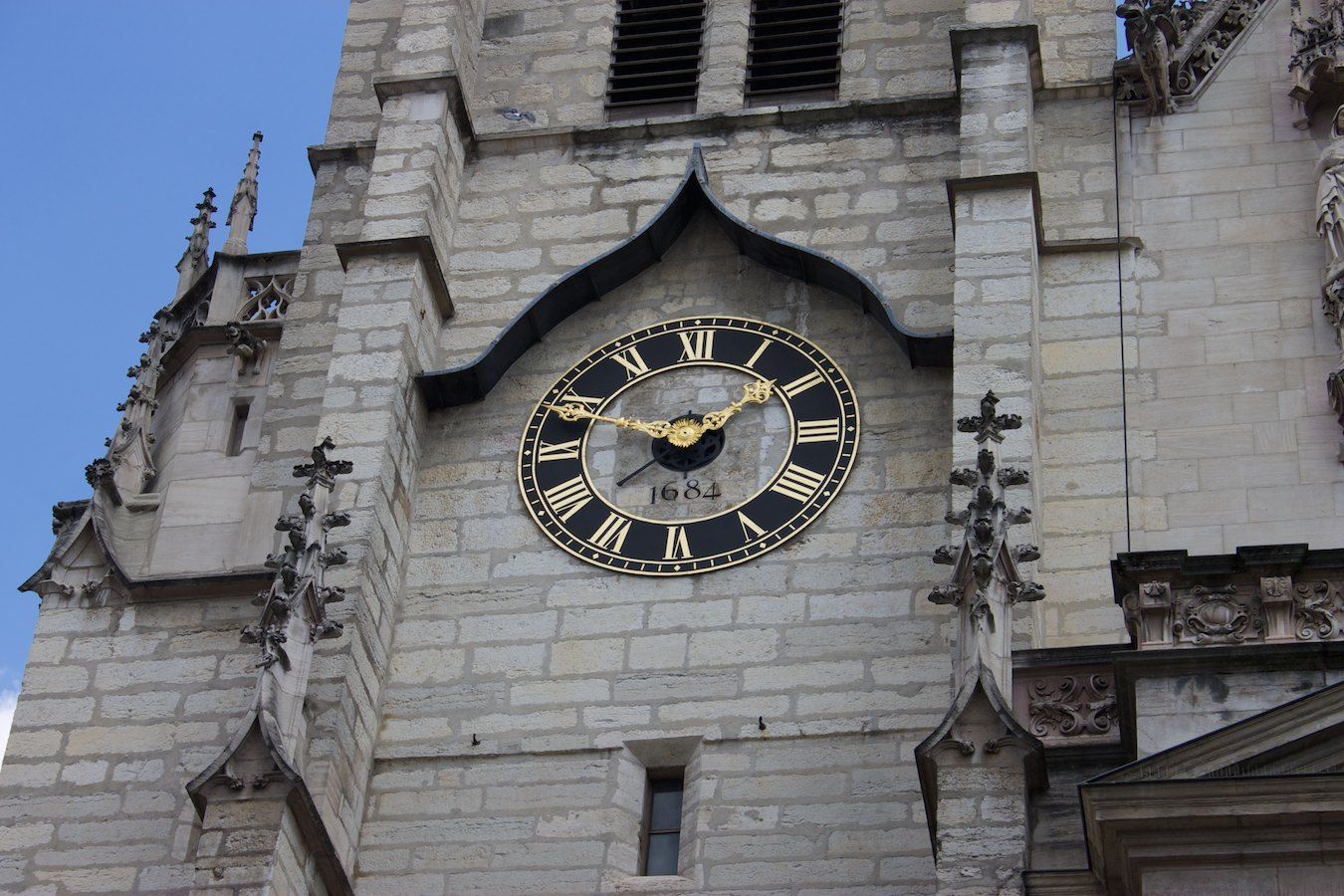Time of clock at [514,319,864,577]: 1:49
